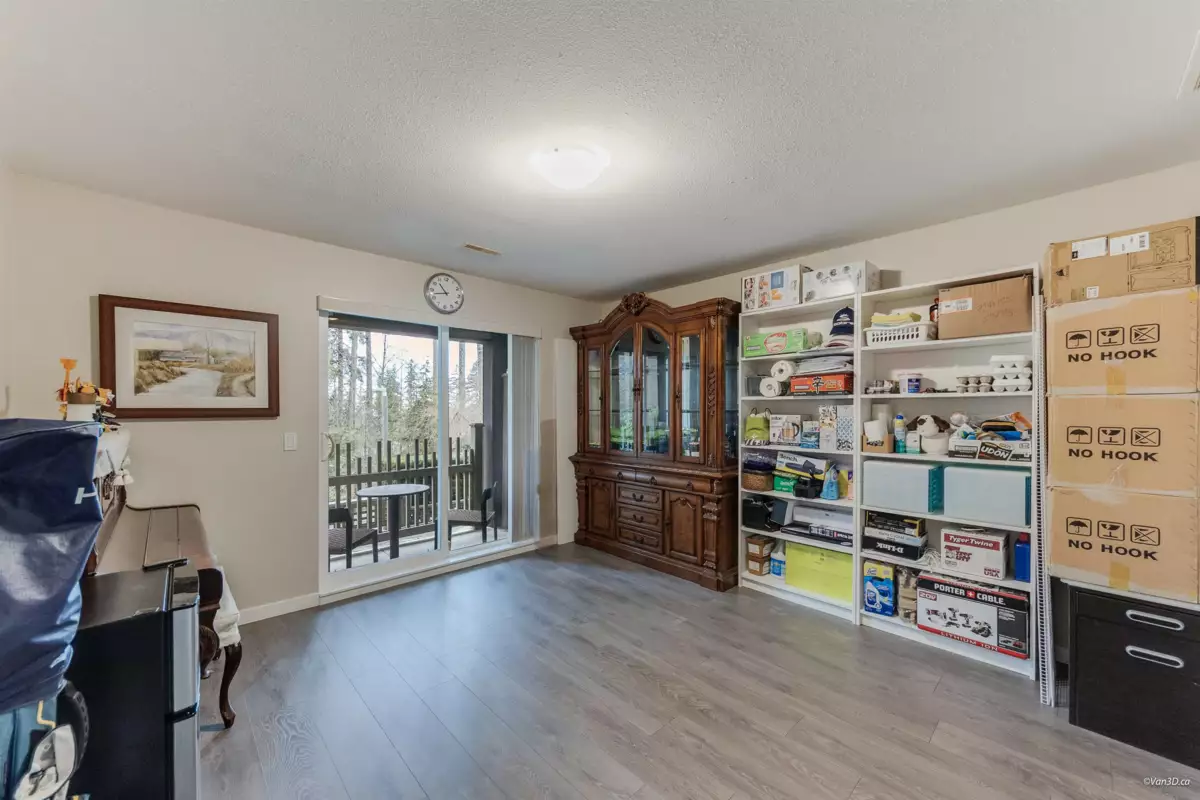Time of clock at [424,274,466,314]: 10:42
